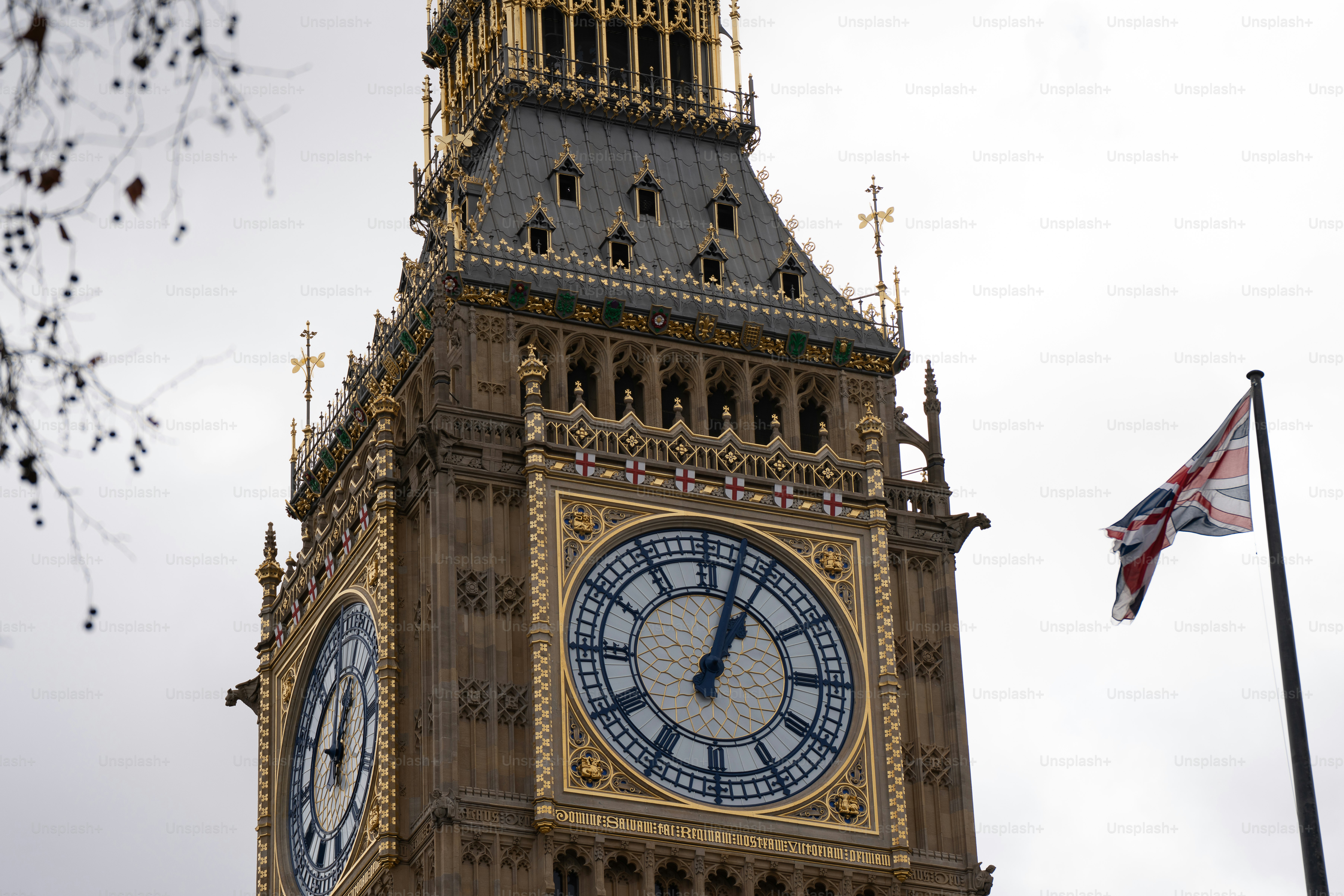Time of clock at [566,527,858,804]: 1:02
